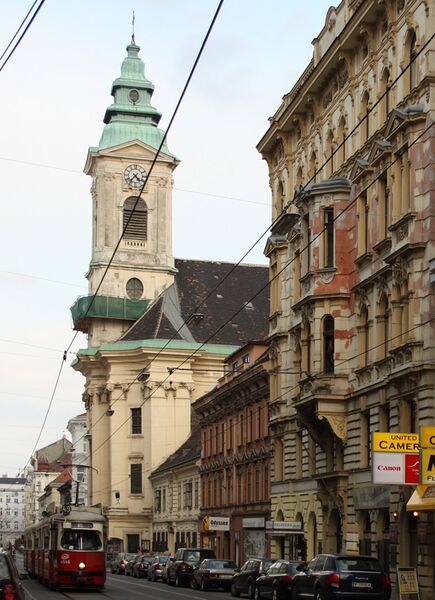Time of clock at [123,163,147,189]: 4:36
